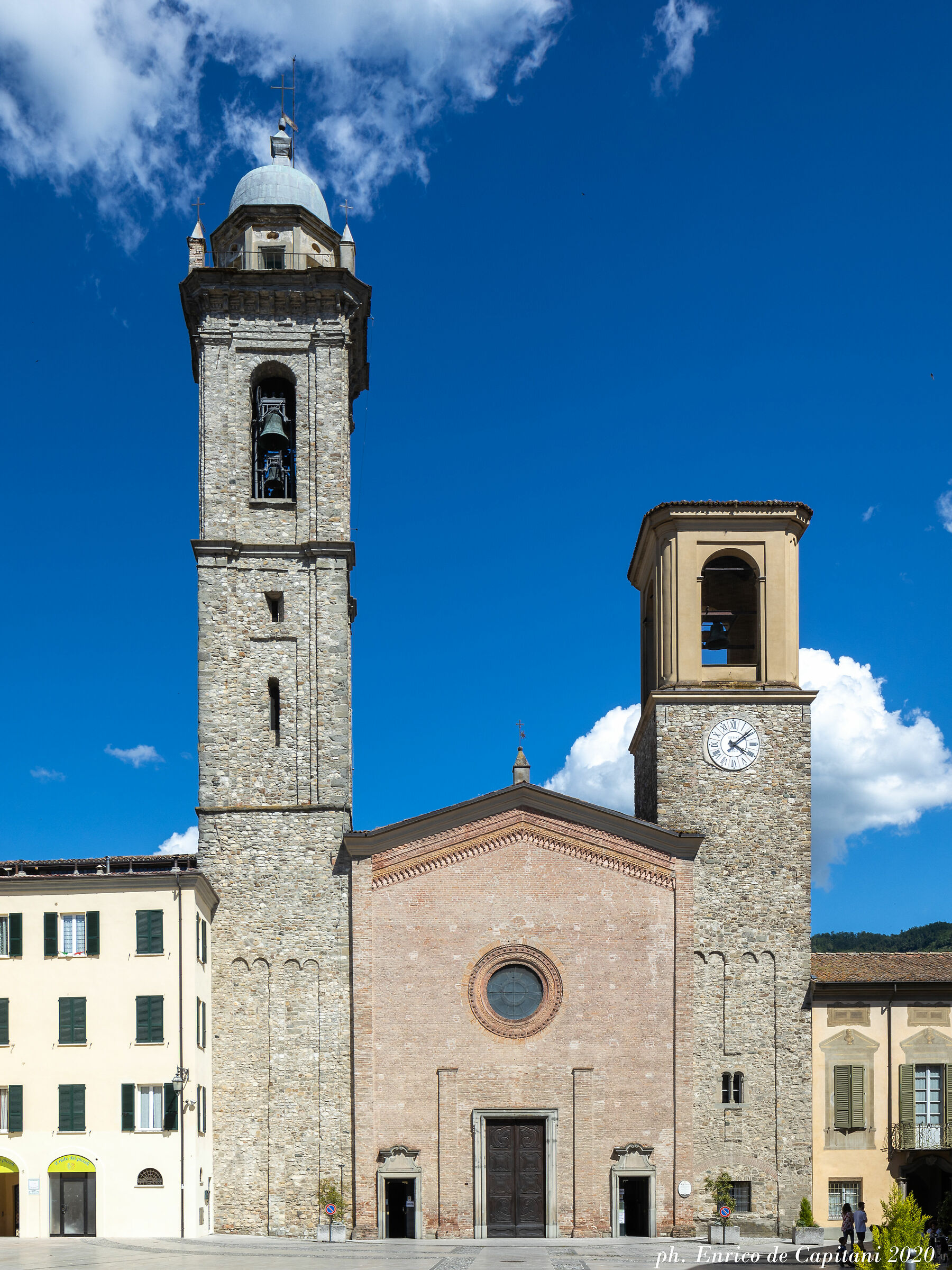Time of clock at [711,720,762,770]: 4:08
